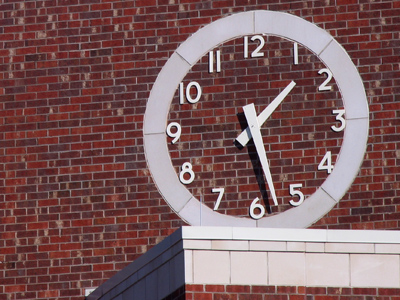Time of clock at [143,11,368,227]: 1:28
